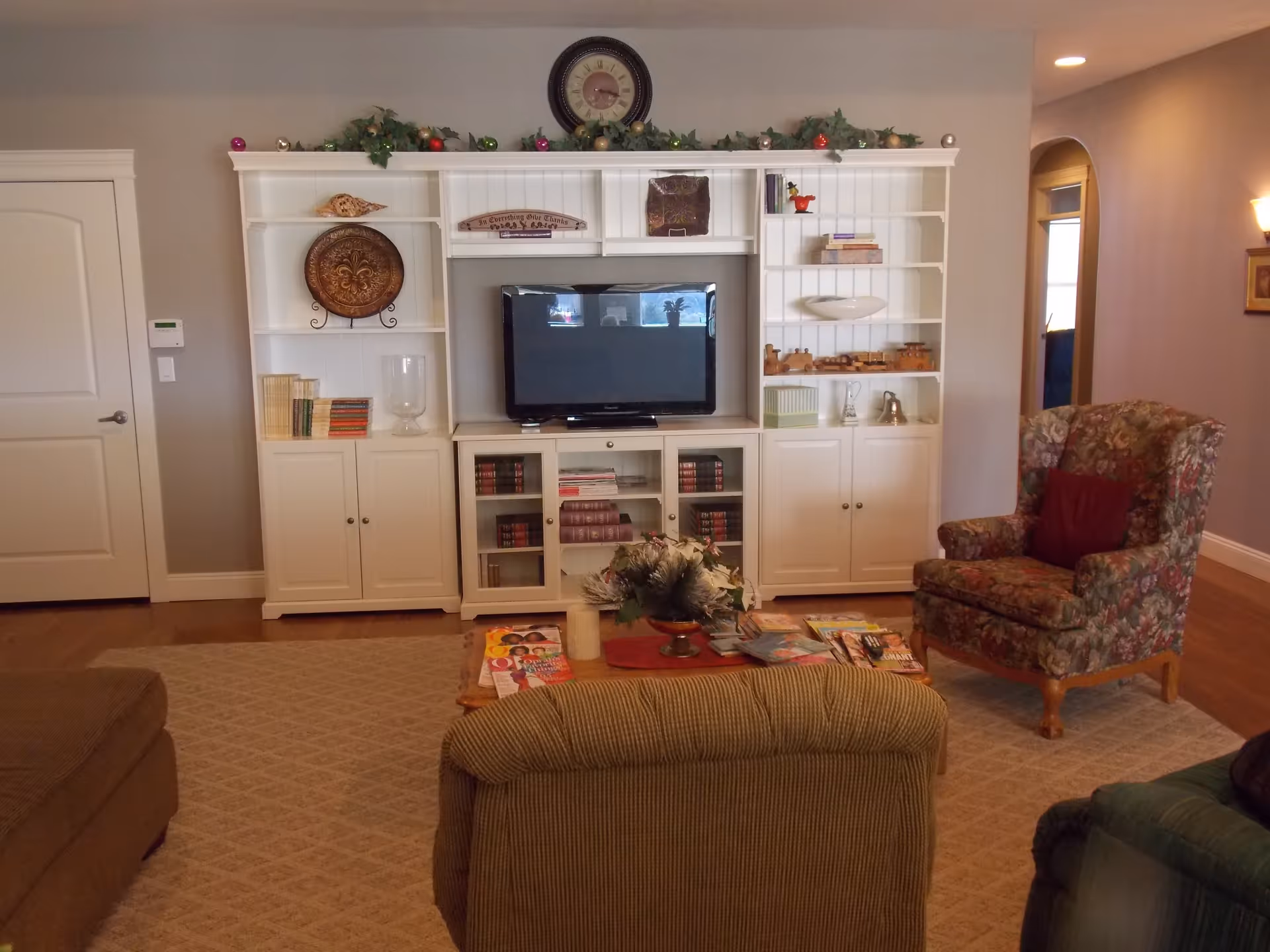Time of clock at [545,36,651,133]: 3:17
